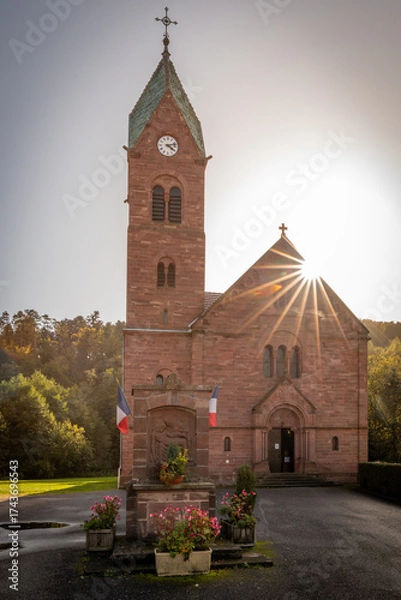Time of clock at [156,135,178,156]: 4:12
